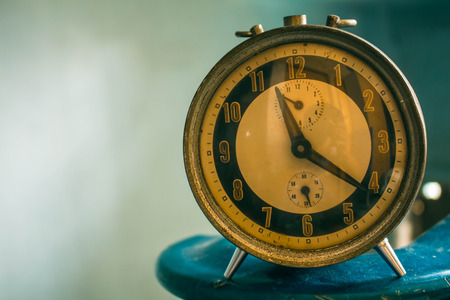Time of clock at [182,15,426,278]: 11:21
